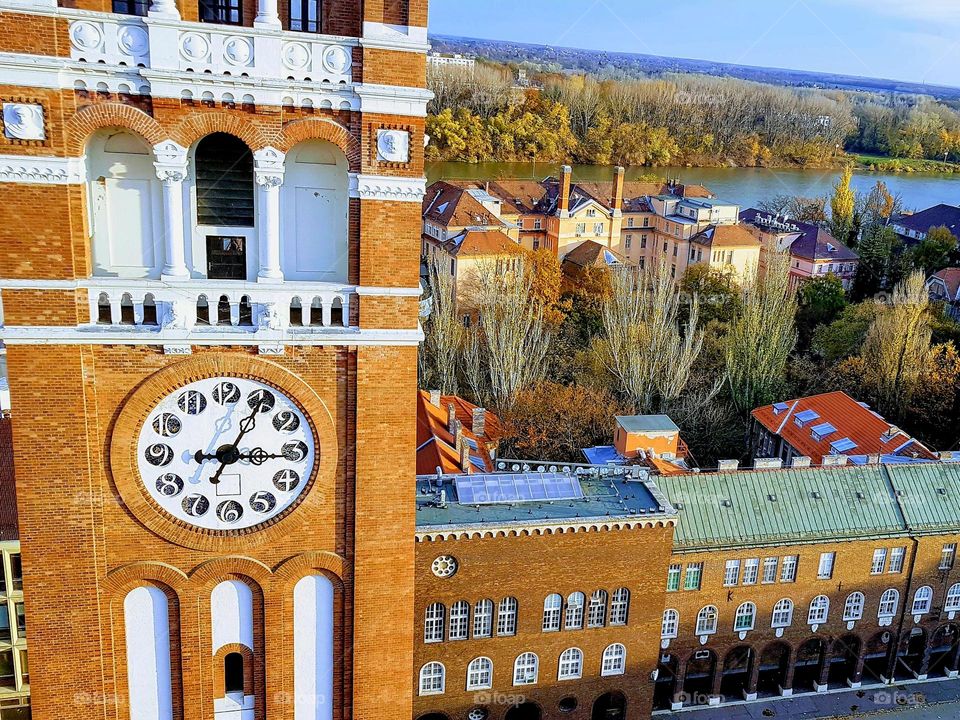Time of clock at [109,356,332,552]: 3:04
